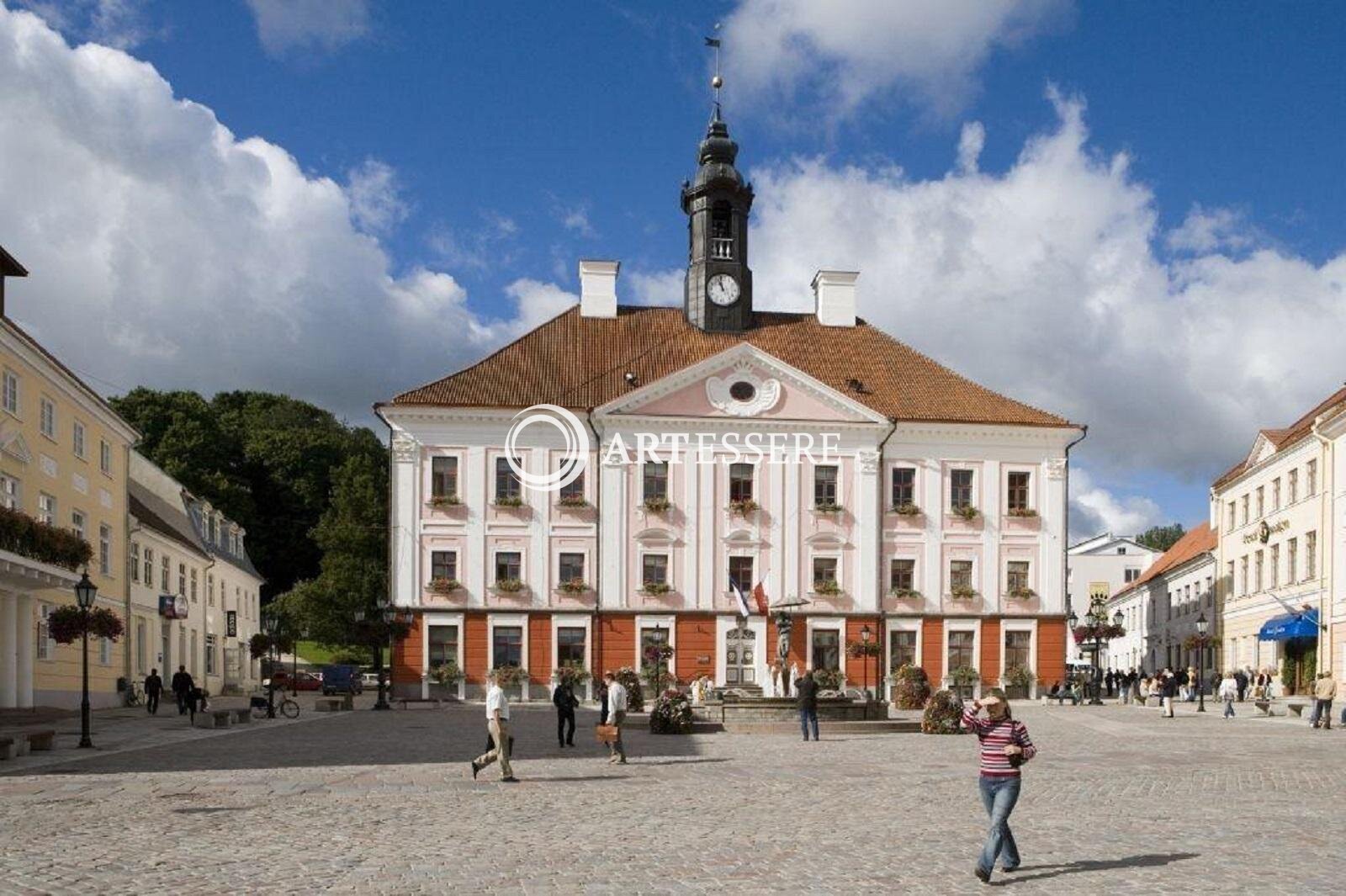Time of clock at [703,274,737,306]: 10:58
